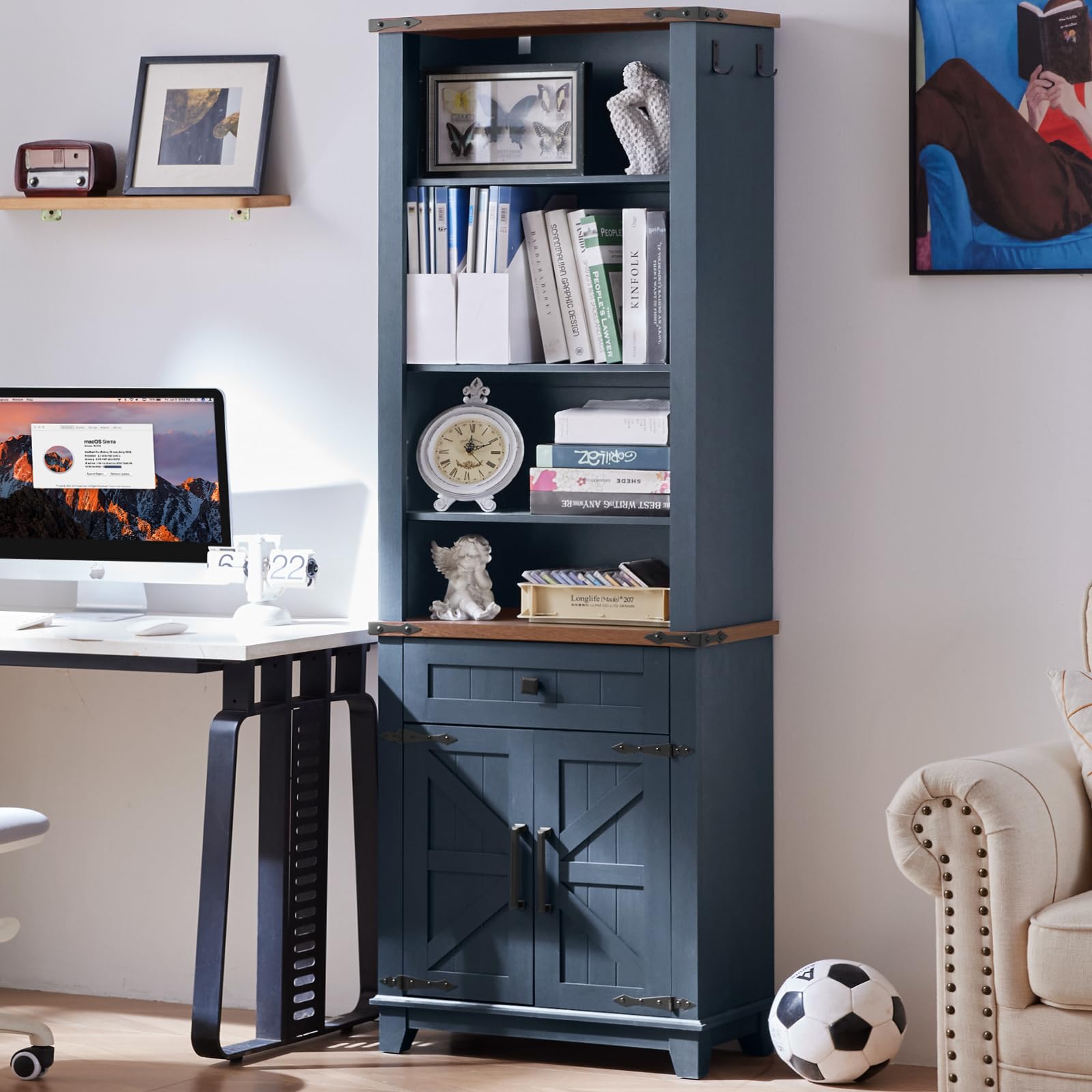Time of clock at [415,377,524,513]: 12:10
